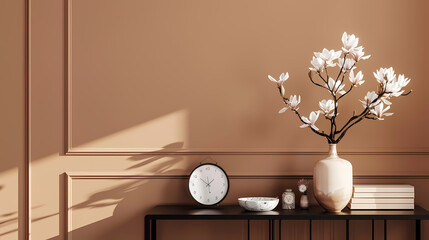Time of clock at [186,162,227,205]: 1:50
